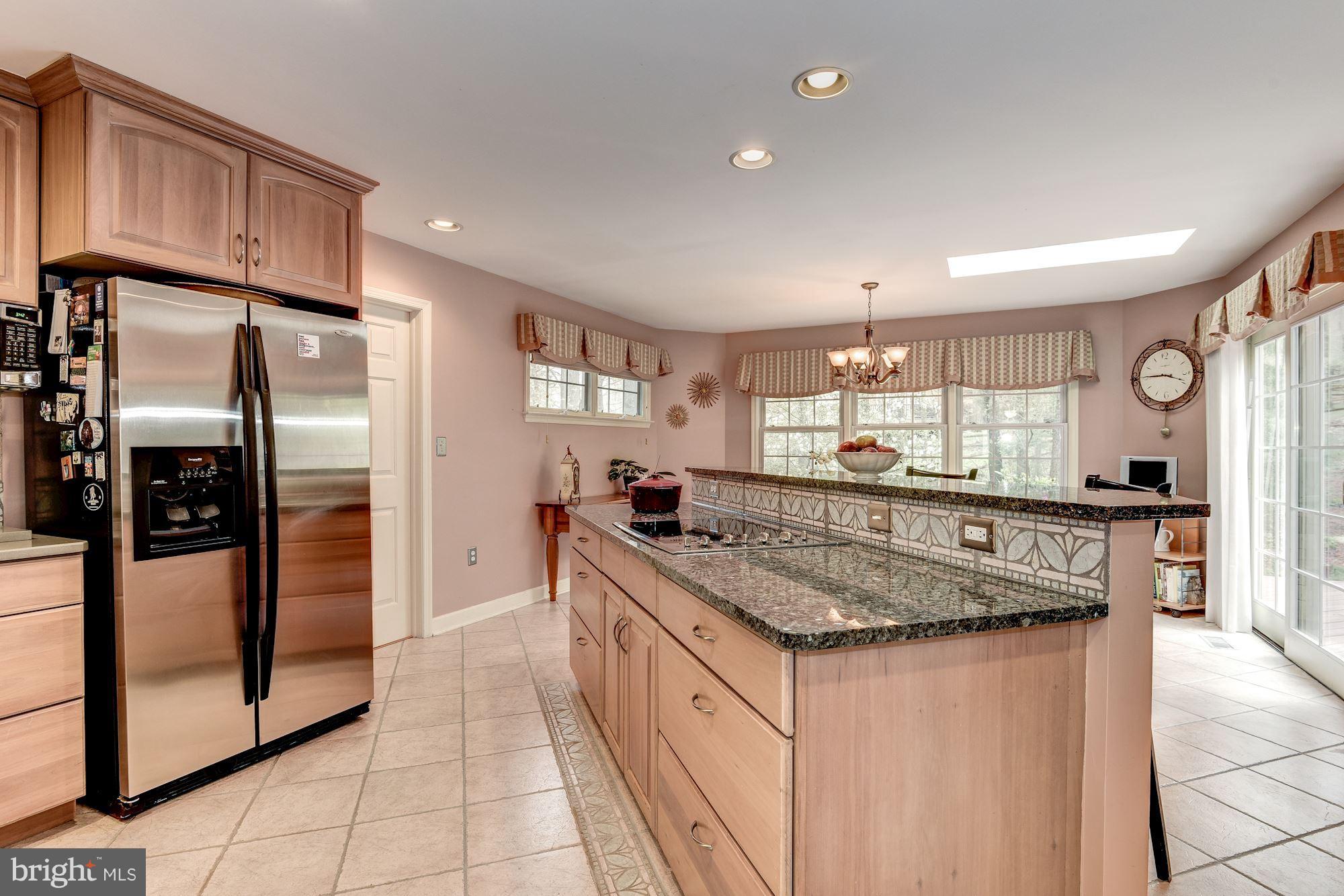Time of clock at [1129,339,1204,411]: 3:45
